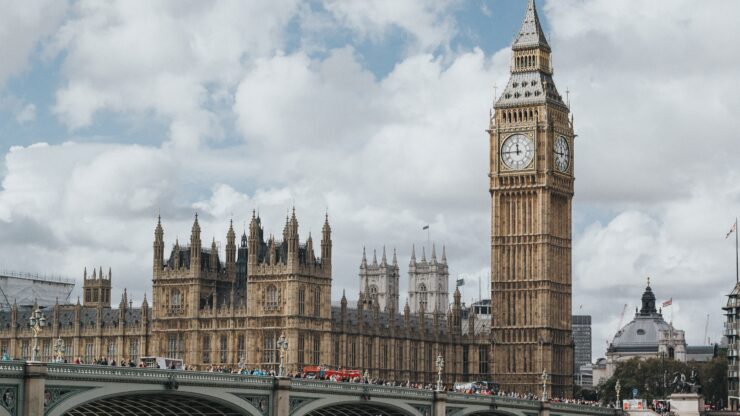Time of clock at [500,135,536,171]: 11:44
